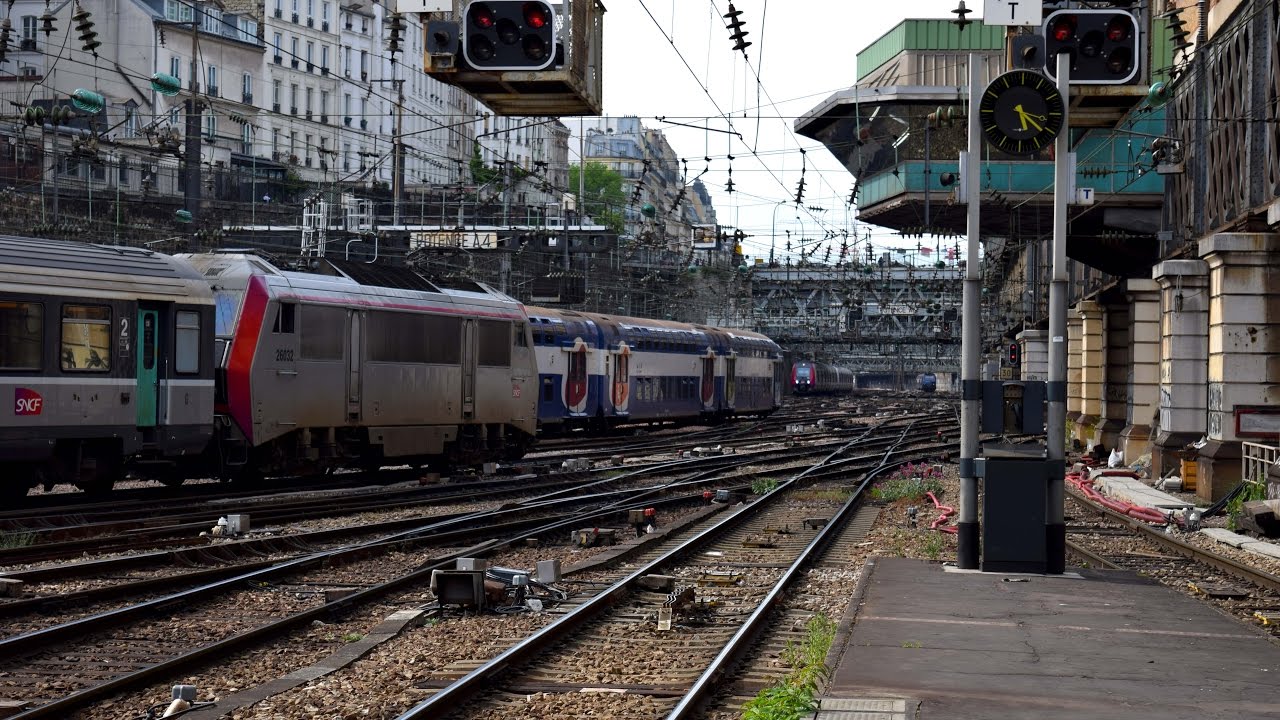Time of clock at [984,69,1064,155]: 5:21
